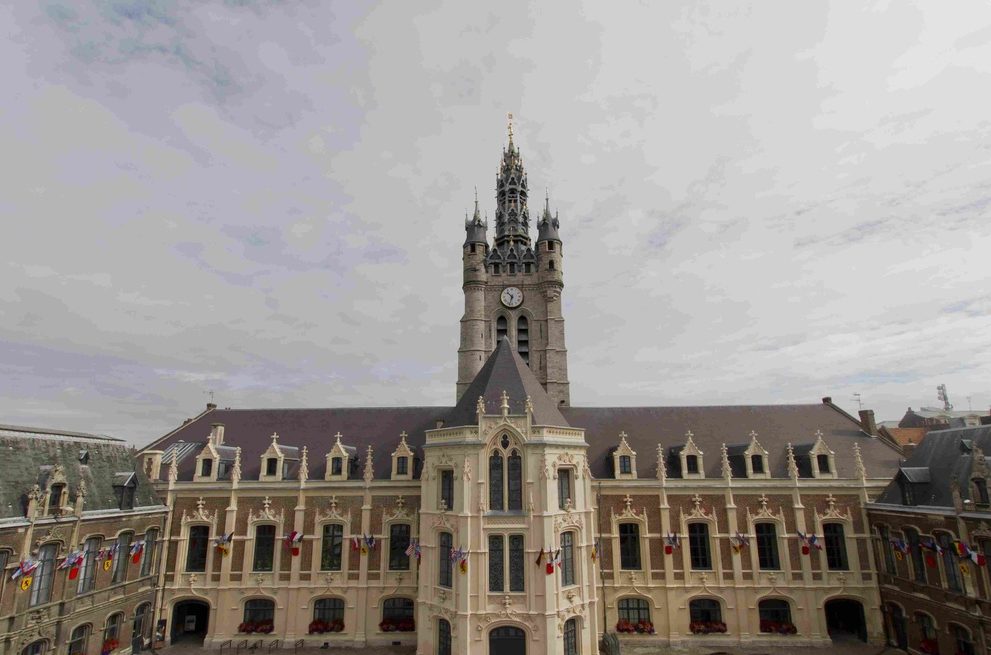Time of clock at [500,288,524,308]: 10:32
